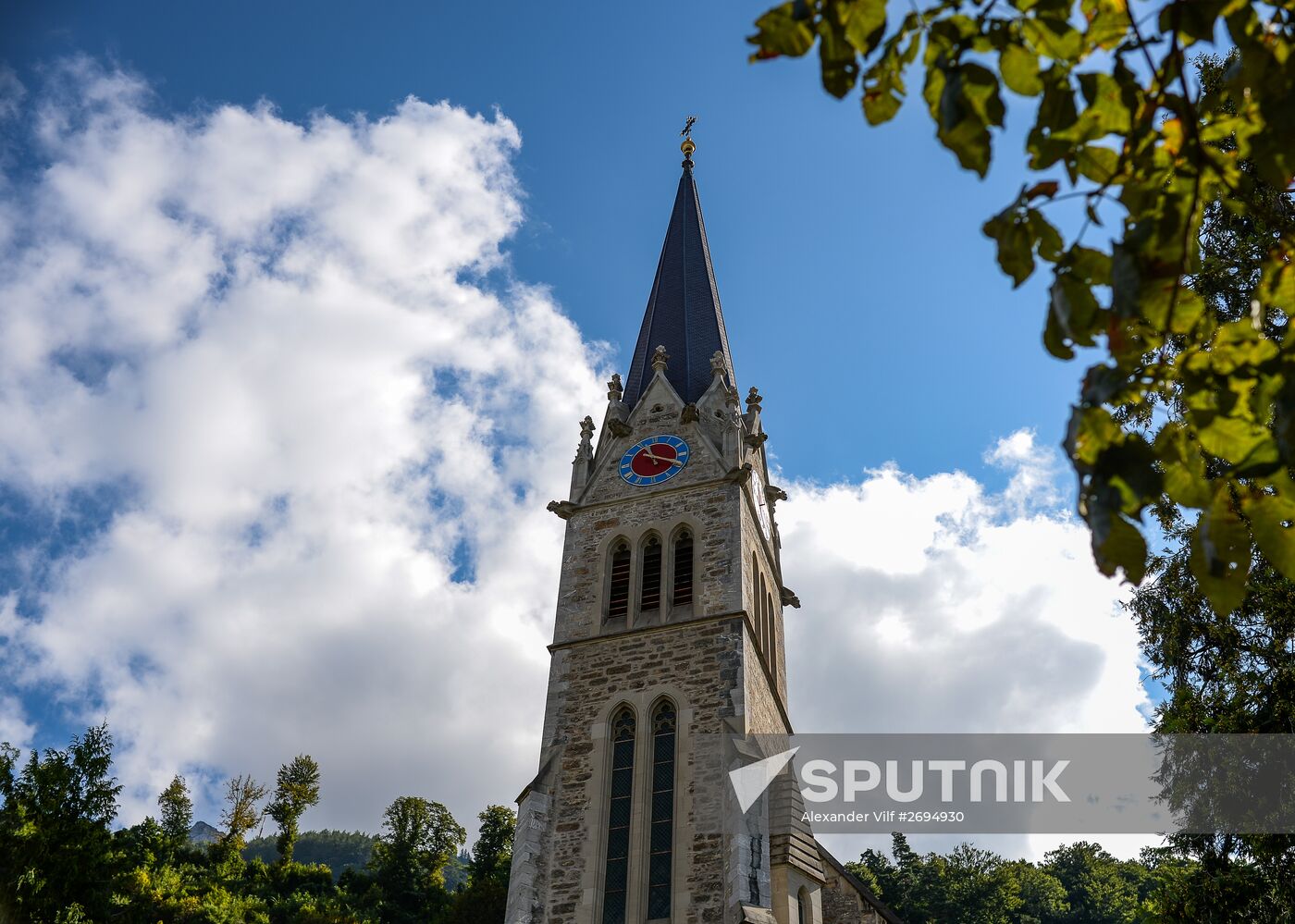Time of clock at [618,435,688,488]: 11:18
